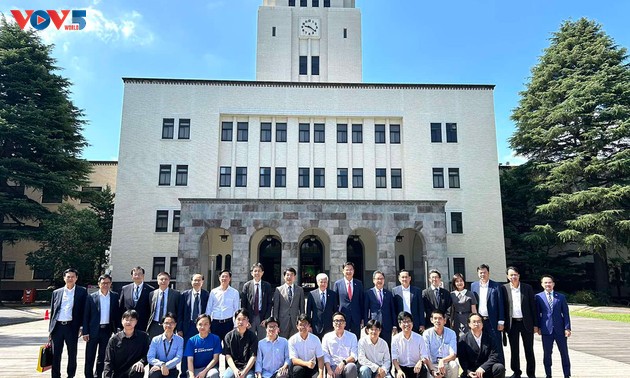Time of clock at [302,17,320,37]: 9:21
